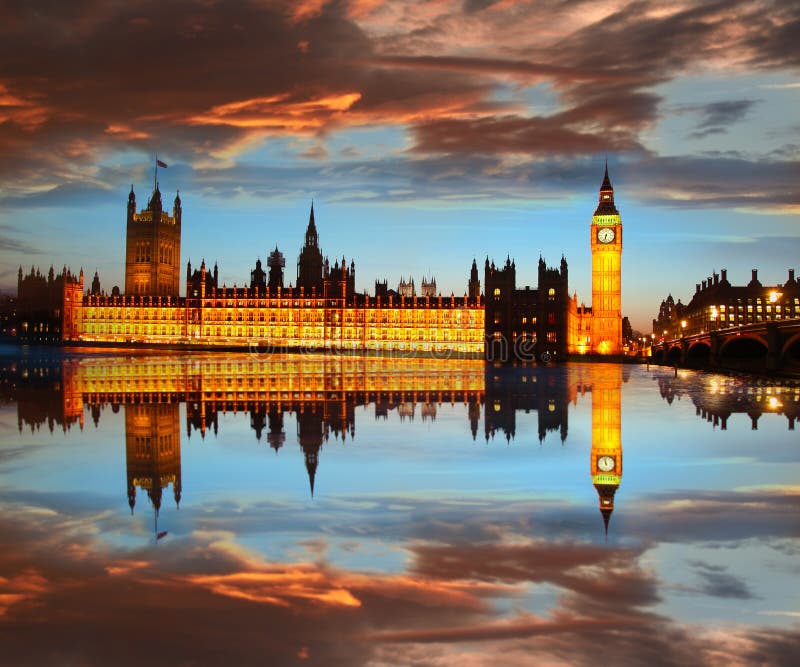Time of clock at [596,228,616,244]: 6:32
